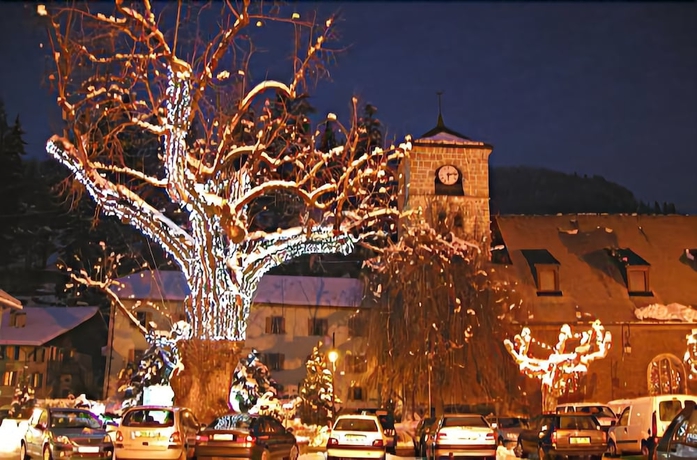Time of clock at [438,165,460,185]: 6:13
